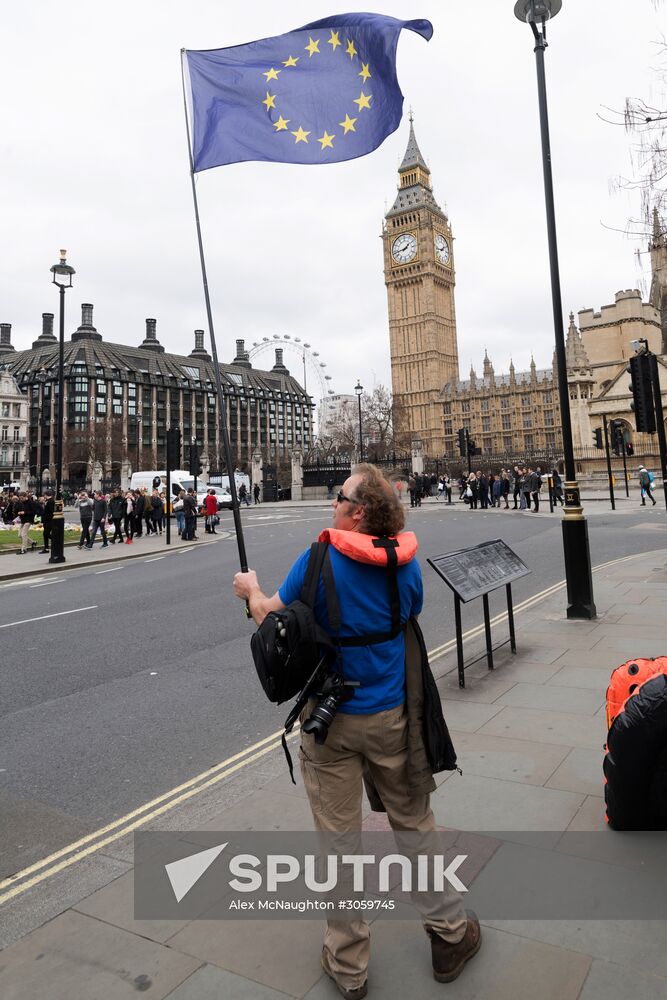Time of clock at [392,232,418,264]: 1:43
